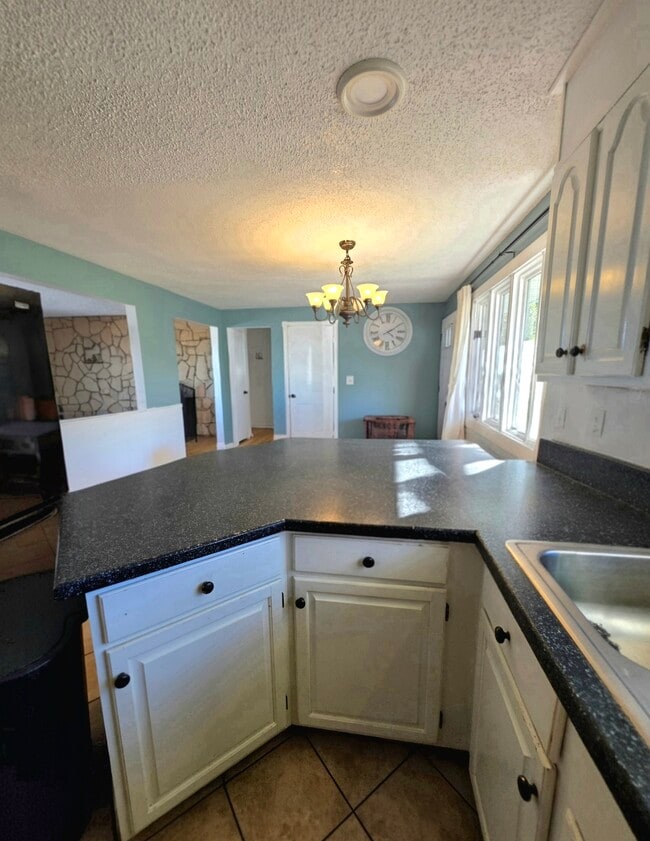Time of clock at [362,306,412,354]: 4:09
